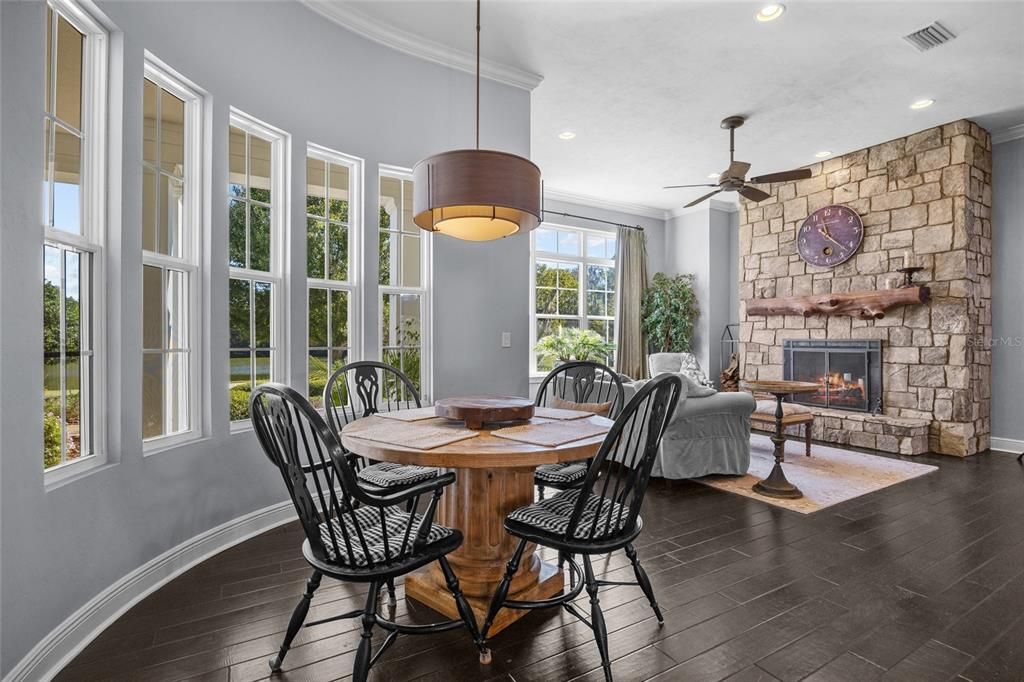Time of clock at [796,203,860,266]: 11:22
